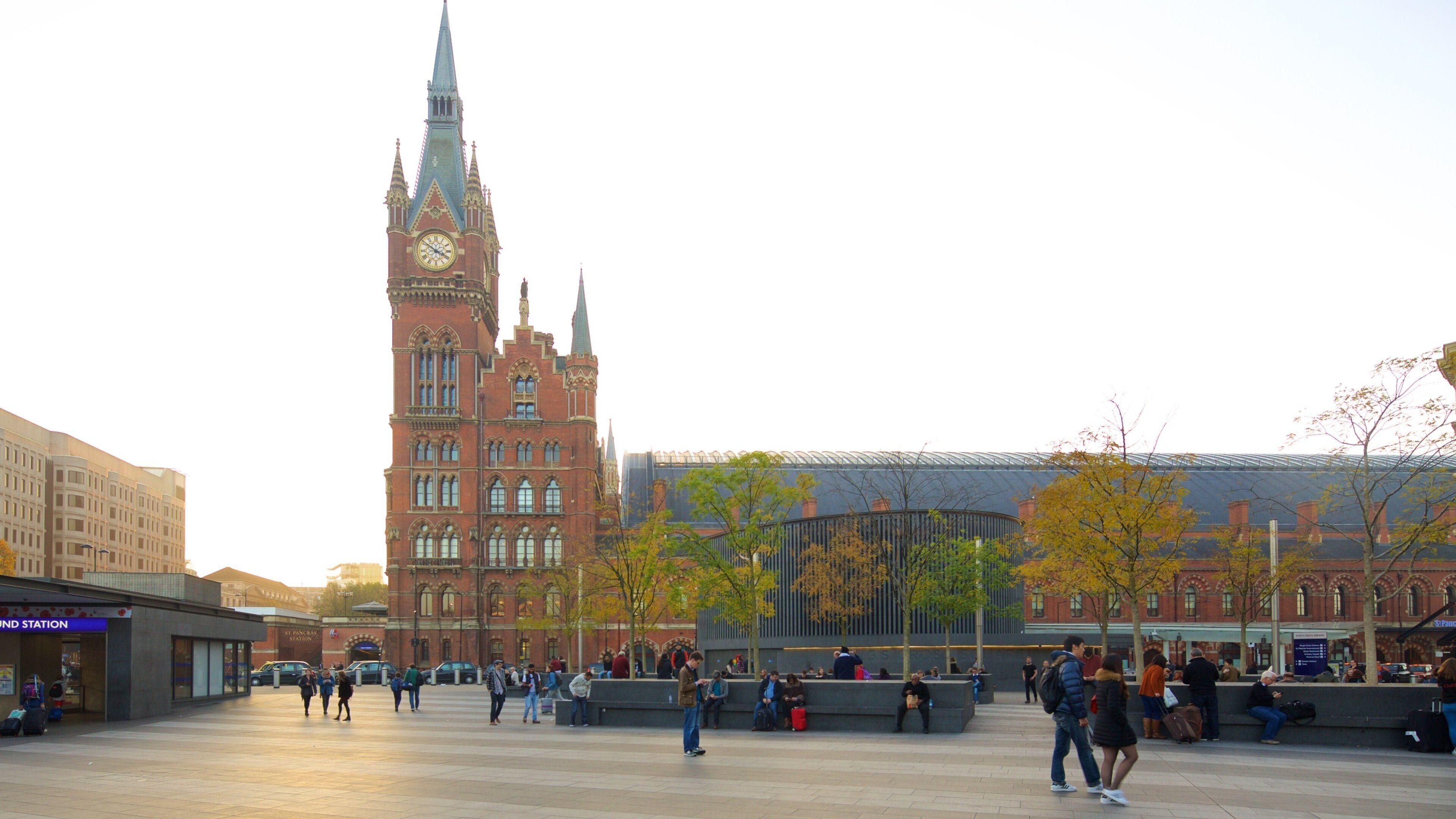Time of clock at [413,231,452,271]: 3:51
